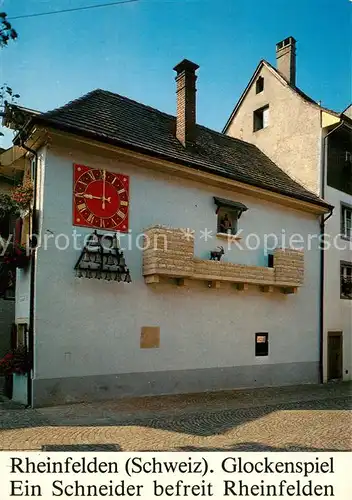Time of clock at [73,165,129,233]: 9:00
